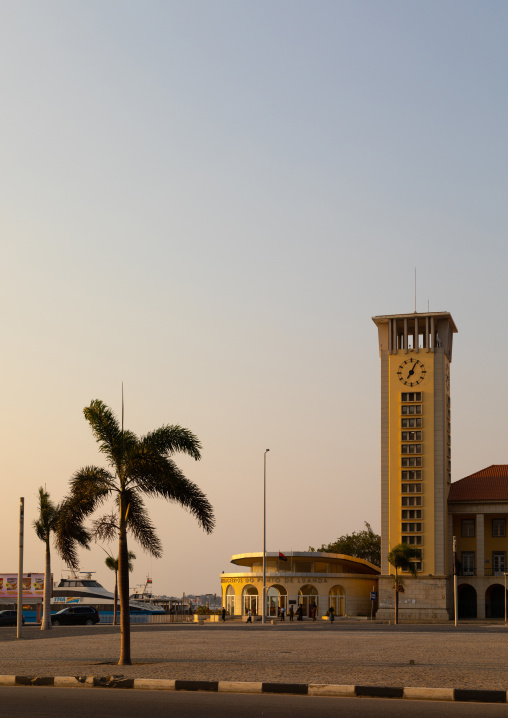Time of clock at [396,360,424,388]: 7:04
